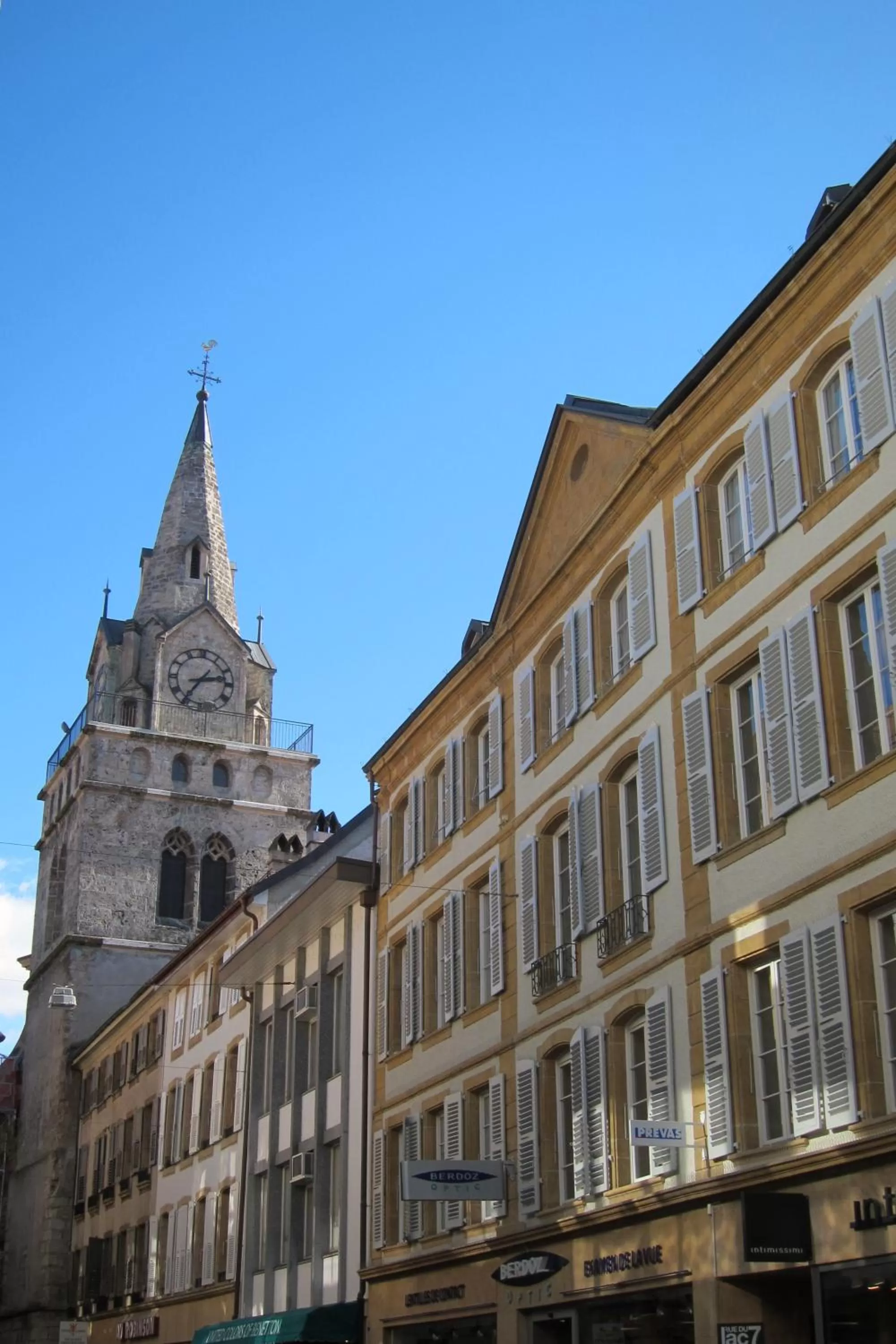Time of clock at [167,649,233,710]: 2:36
